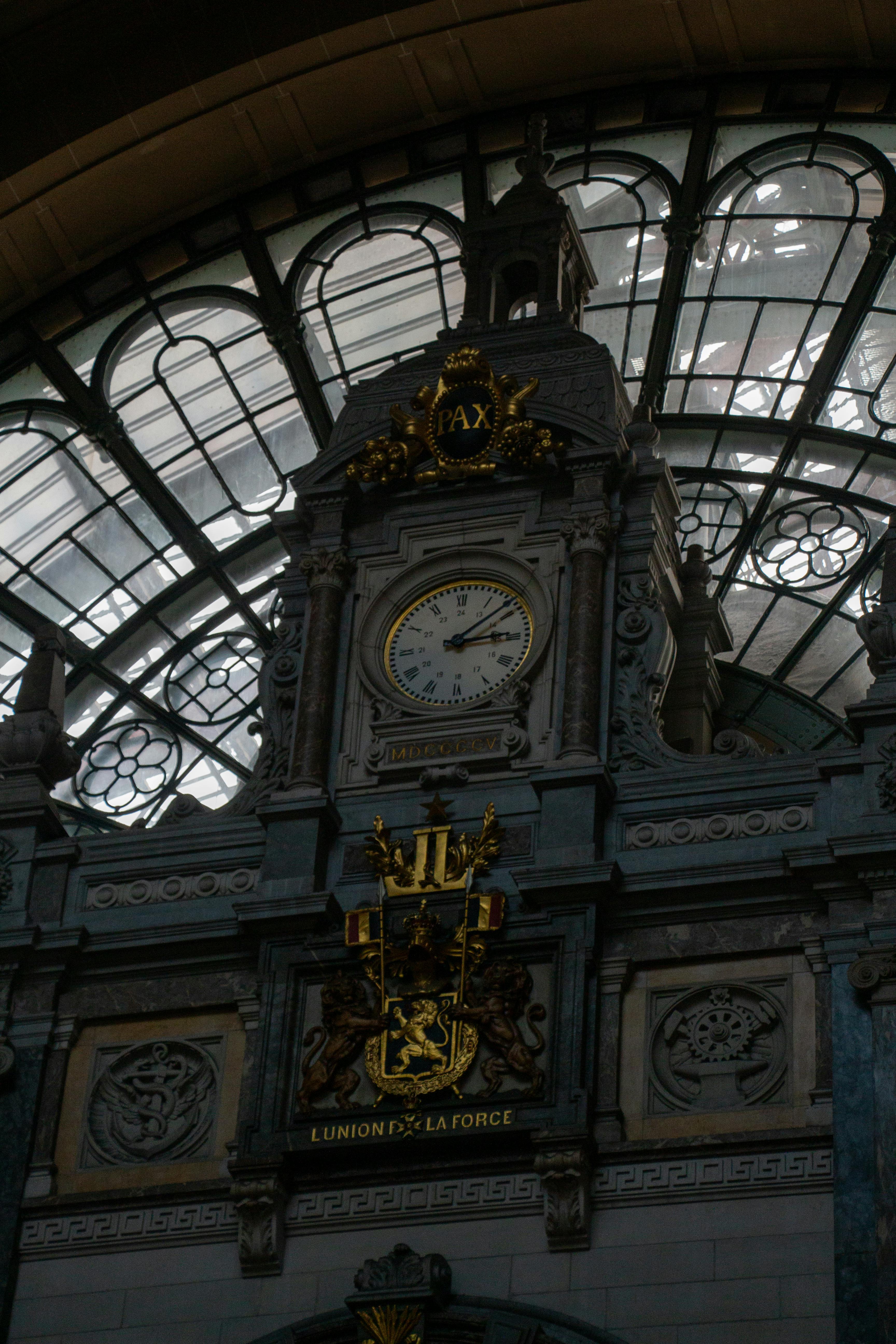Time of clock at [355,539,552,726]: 3:08
